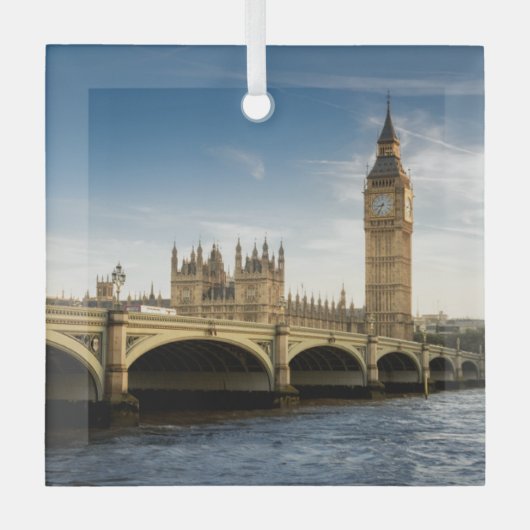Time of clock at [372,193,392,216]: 8:34
